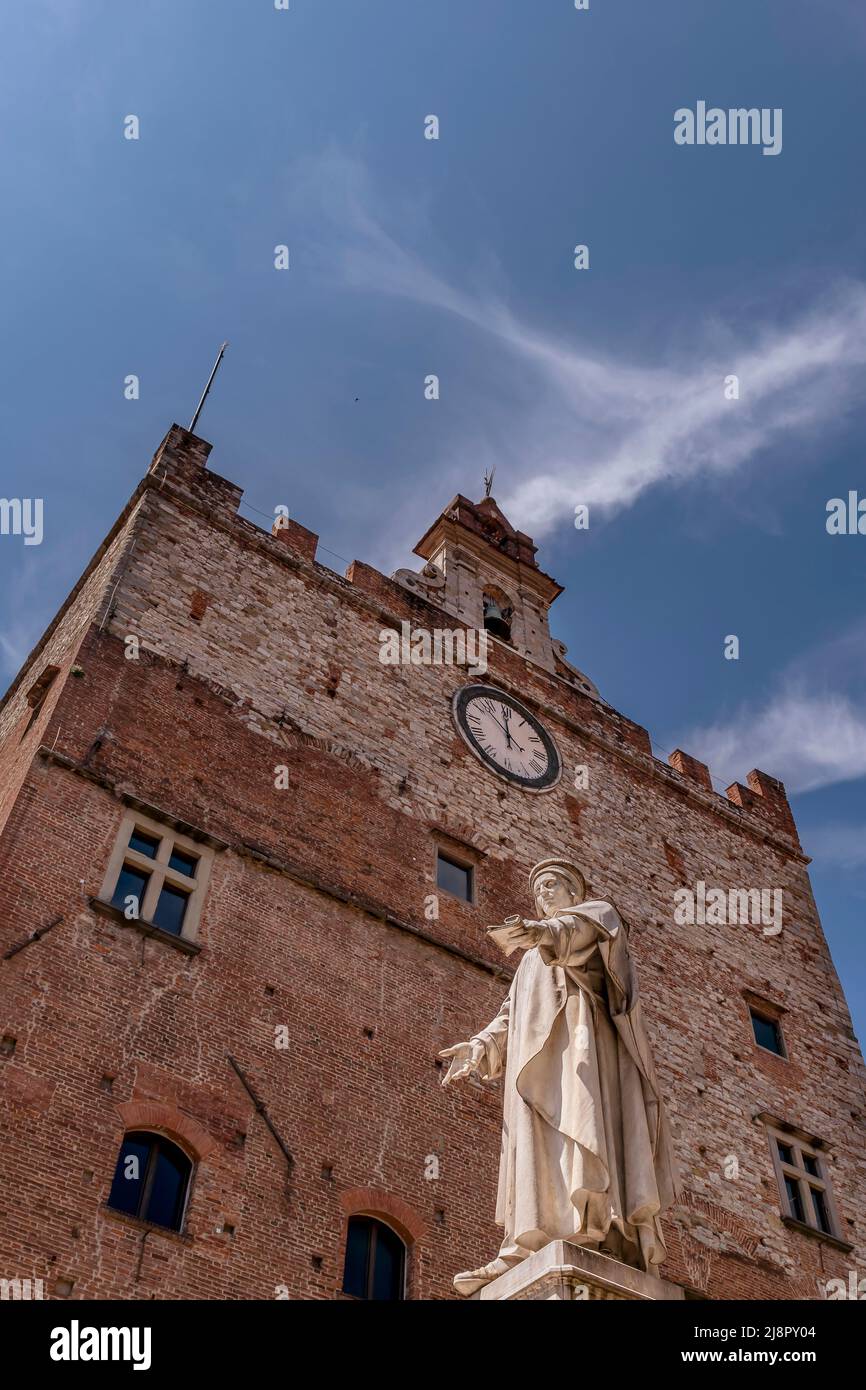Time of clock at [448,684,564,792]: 11:52
